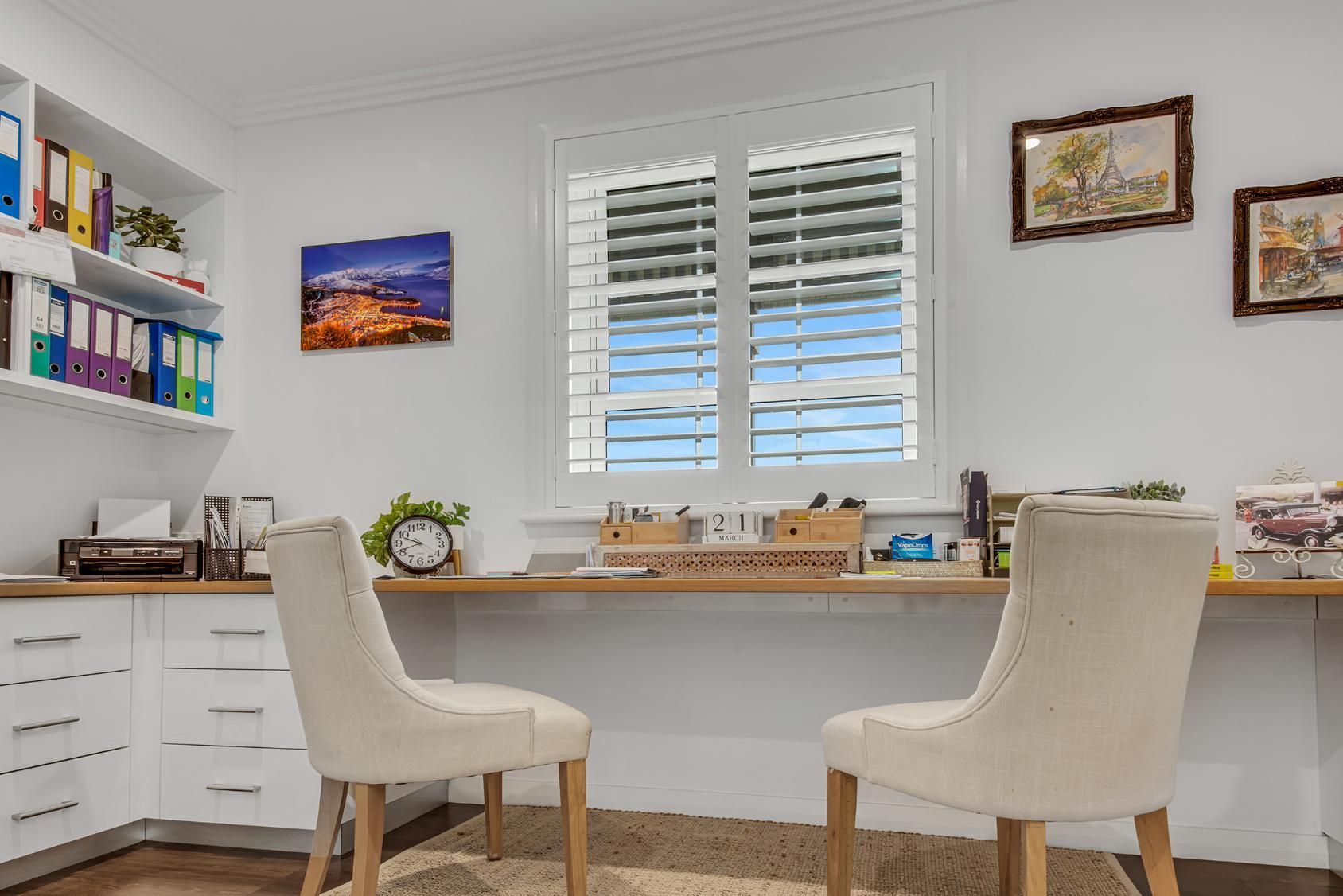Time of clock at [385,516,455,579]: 9:41
